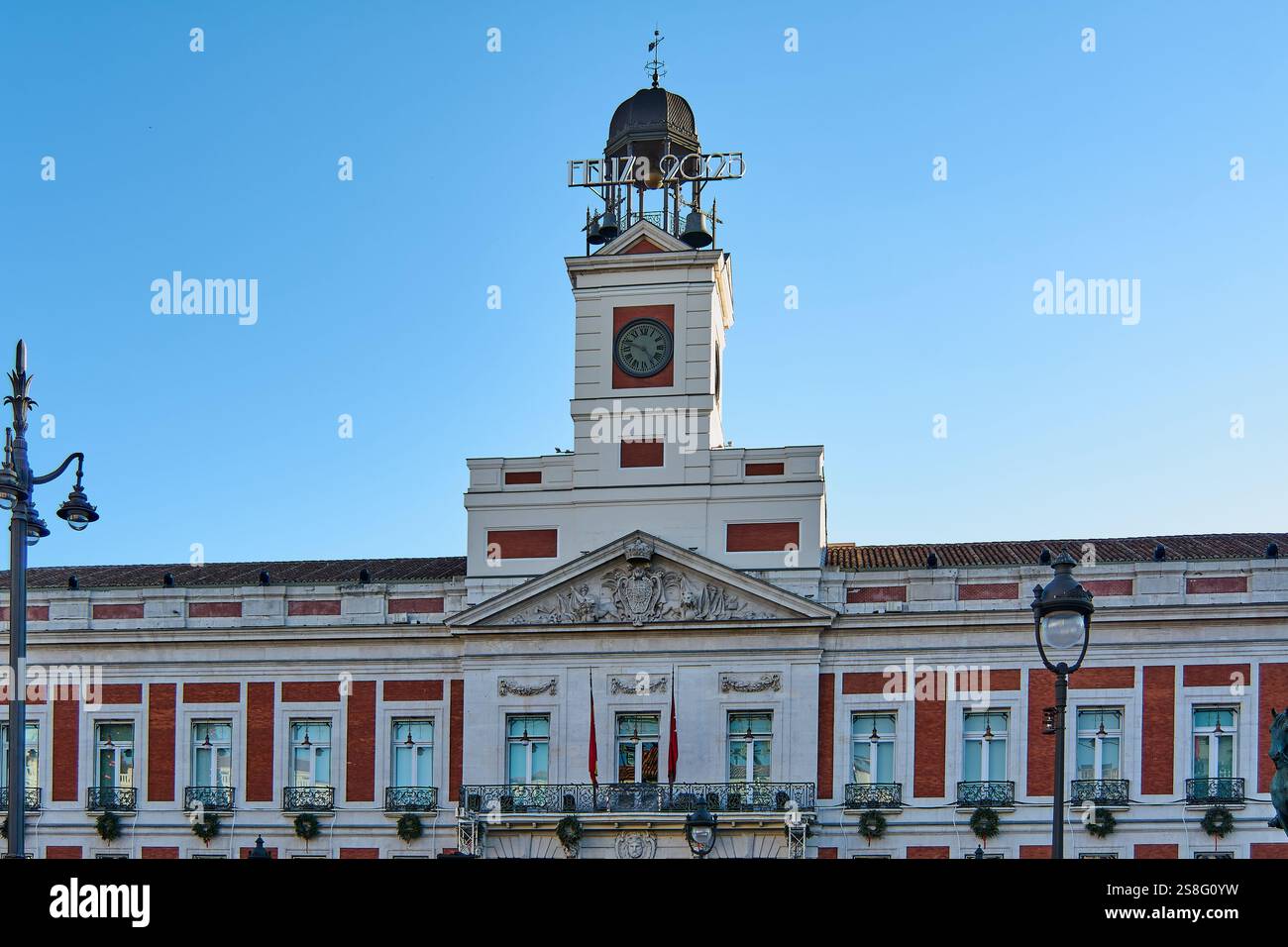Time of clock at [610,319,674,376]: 4:48
